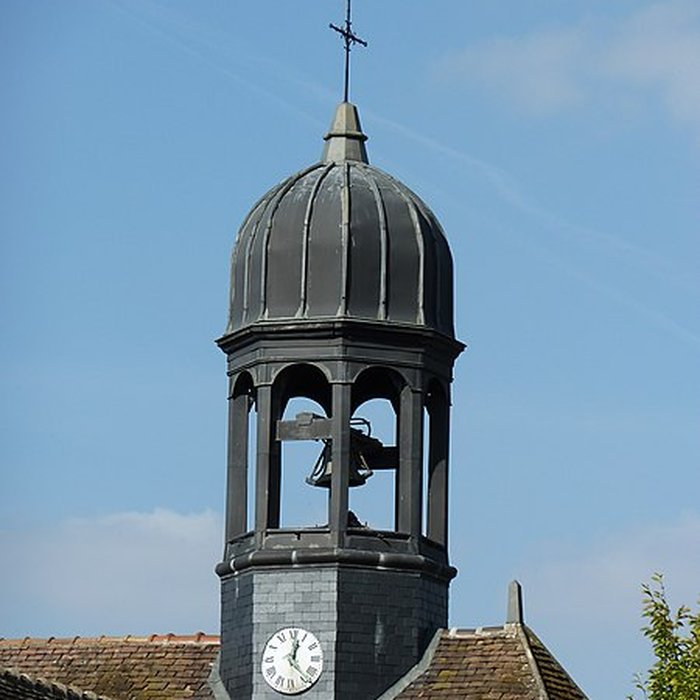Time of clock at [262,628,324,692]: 12:23
